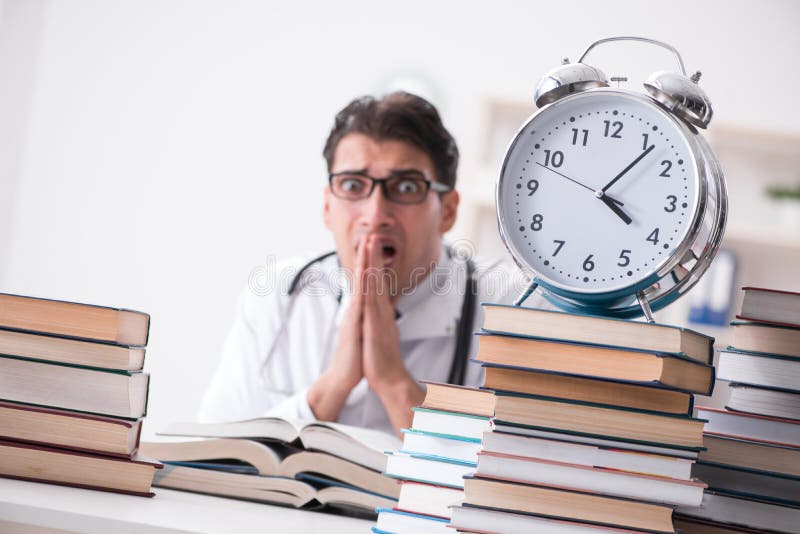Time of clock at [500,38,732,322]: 4:06
